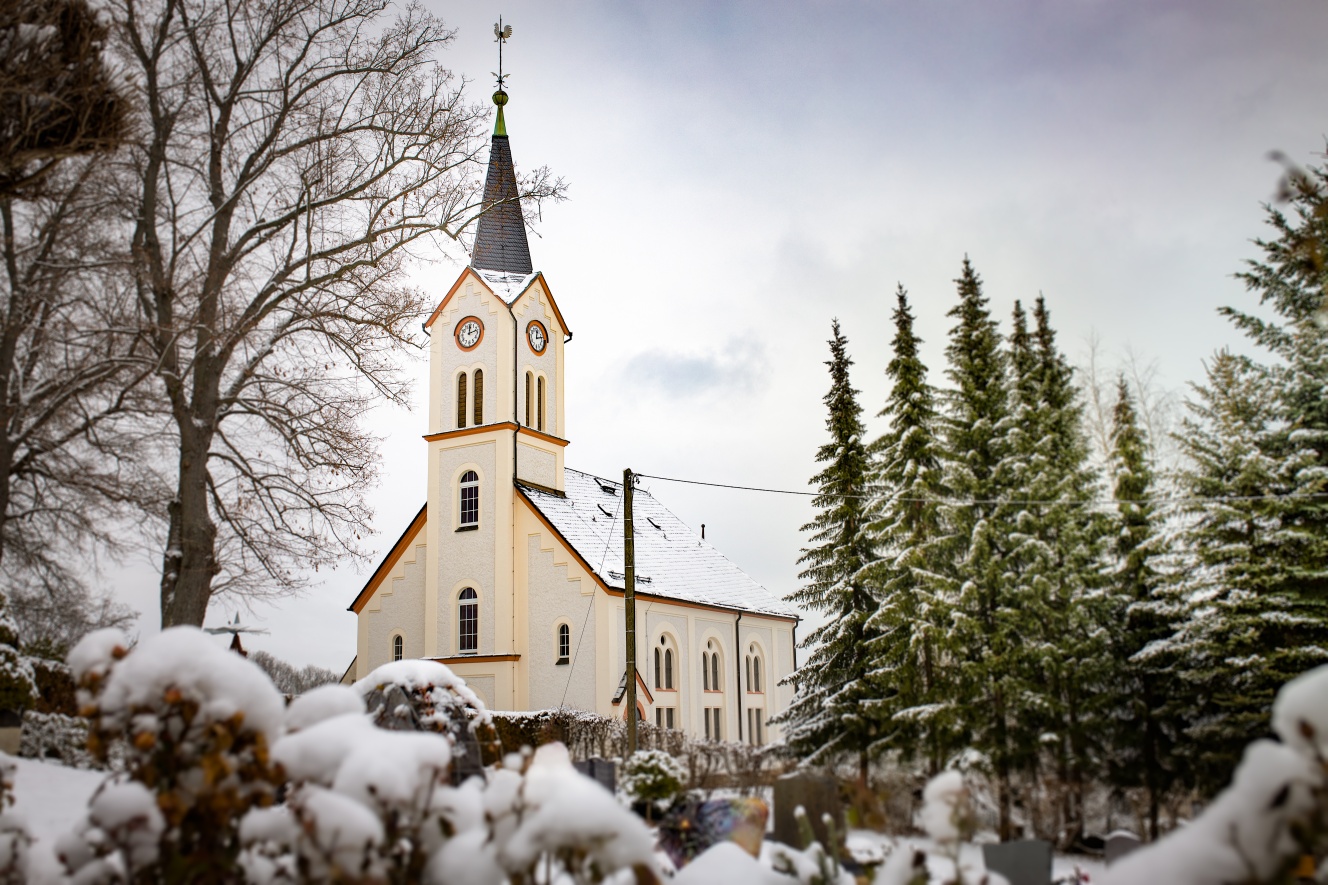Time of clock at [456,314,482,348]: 12:12
